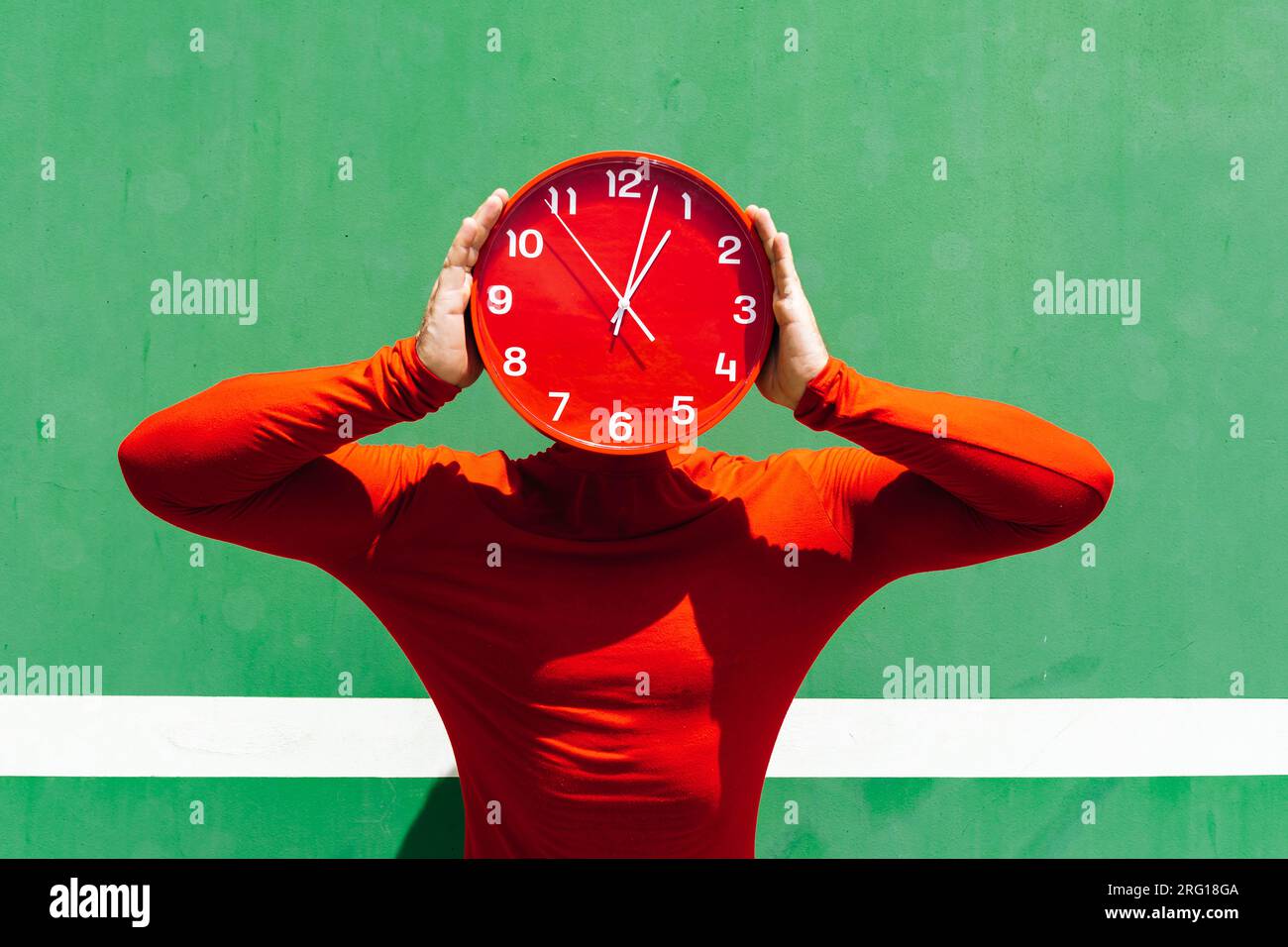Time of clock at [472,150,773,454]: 1:02
